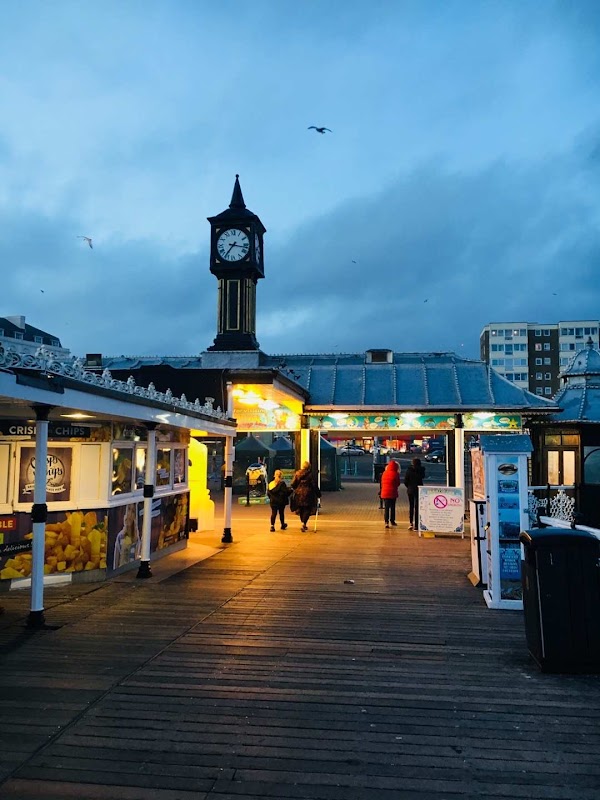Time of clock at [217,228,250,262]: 7:16
